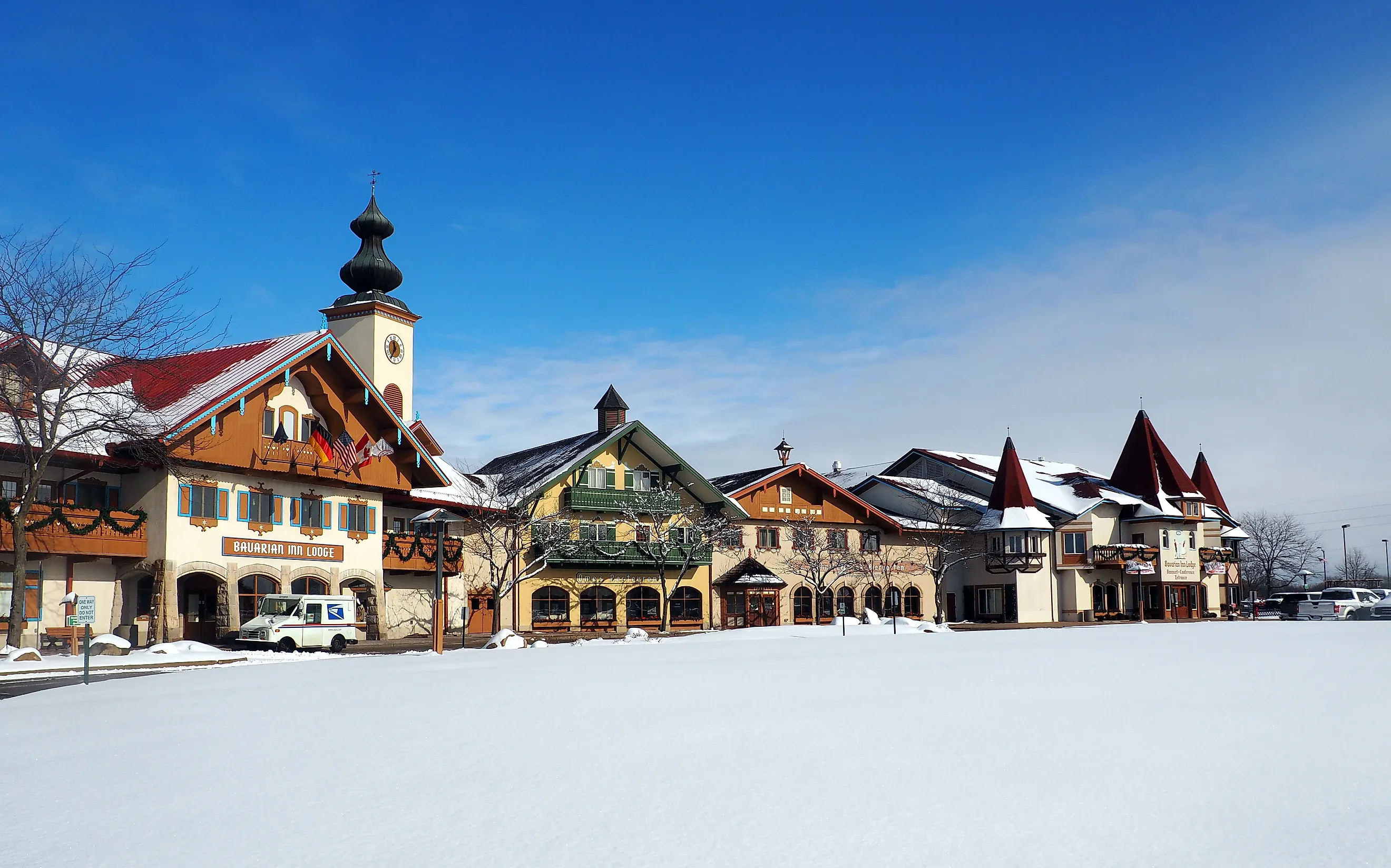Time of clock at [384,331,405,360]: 11:35
